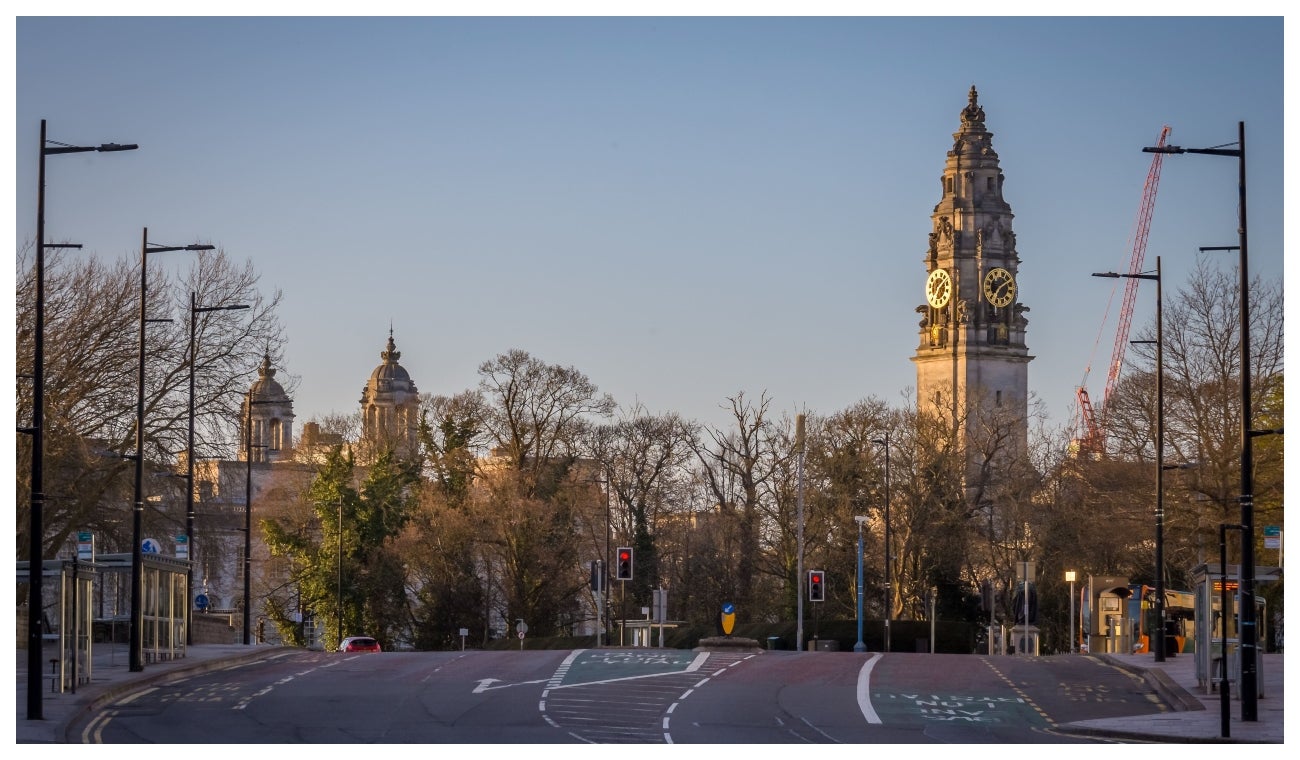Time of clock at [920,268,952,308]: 7:07
